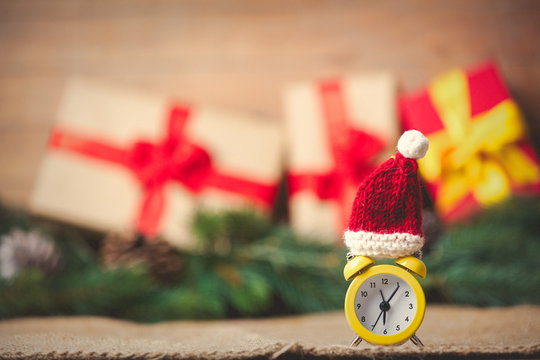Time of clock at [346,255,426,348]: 6:06
